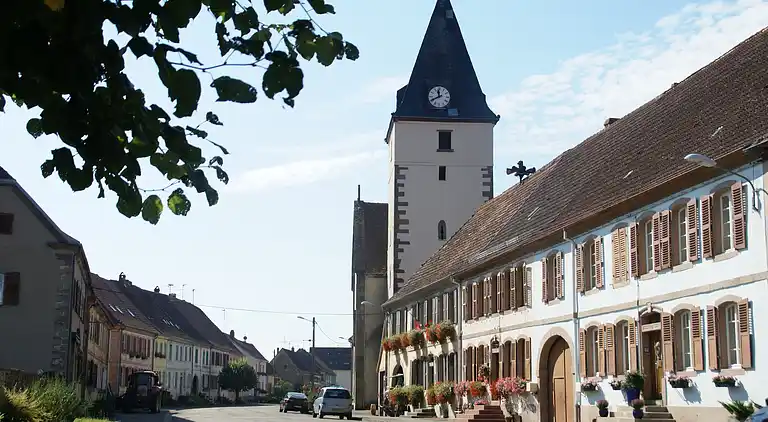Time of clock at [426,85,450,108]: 11:40
